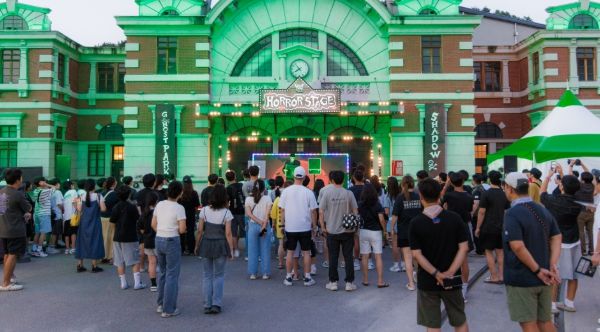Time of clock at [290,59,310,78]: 7:53
